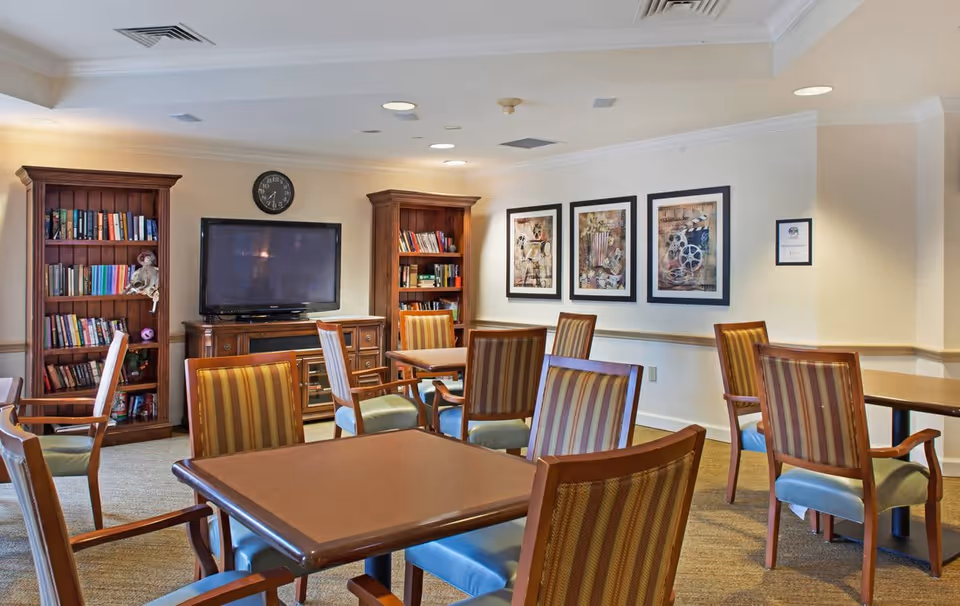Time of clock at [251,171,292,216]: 7:31
